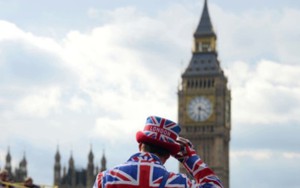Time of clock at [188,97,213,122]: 3:31
